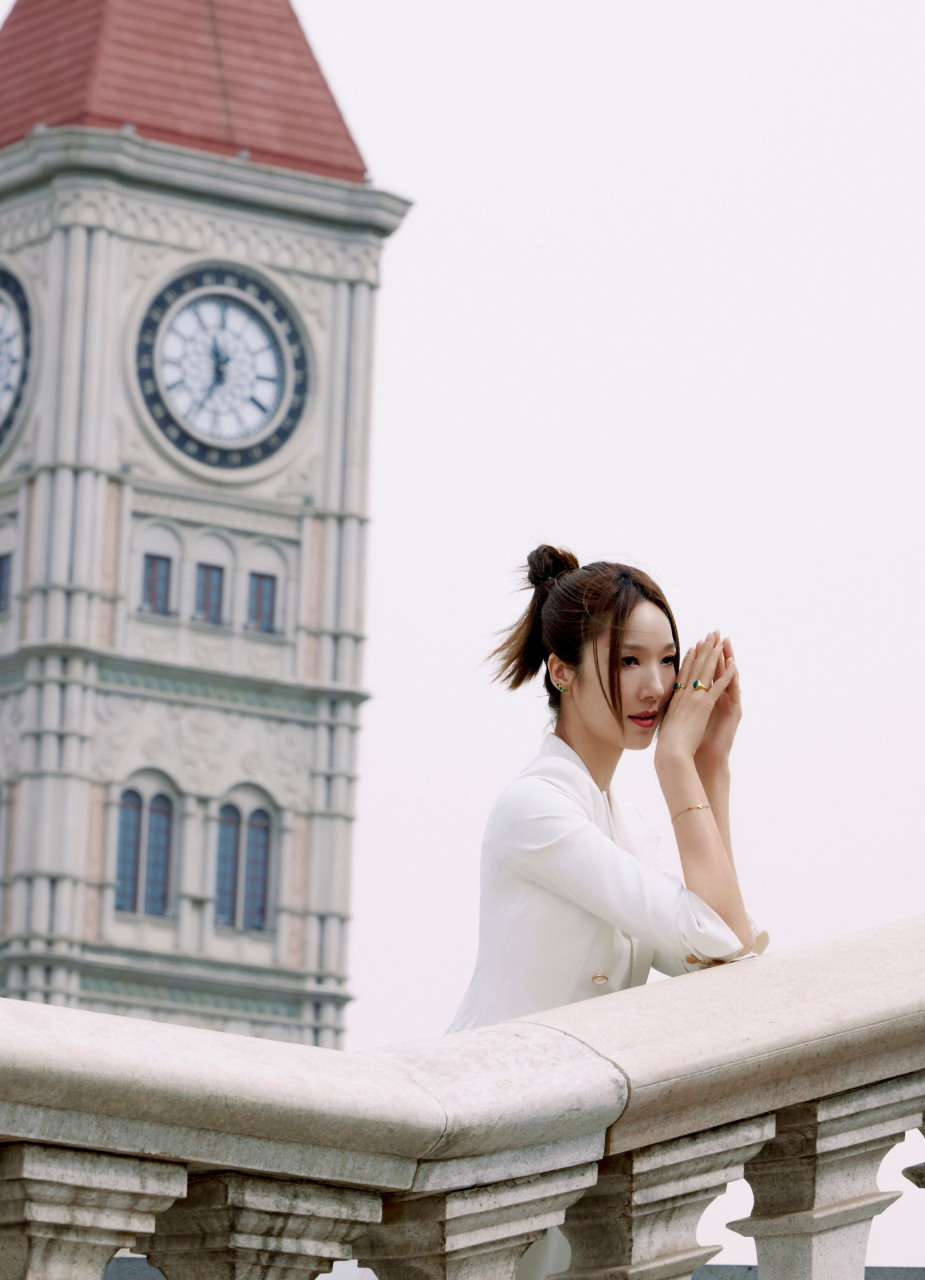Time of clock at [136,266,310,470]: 11:34
